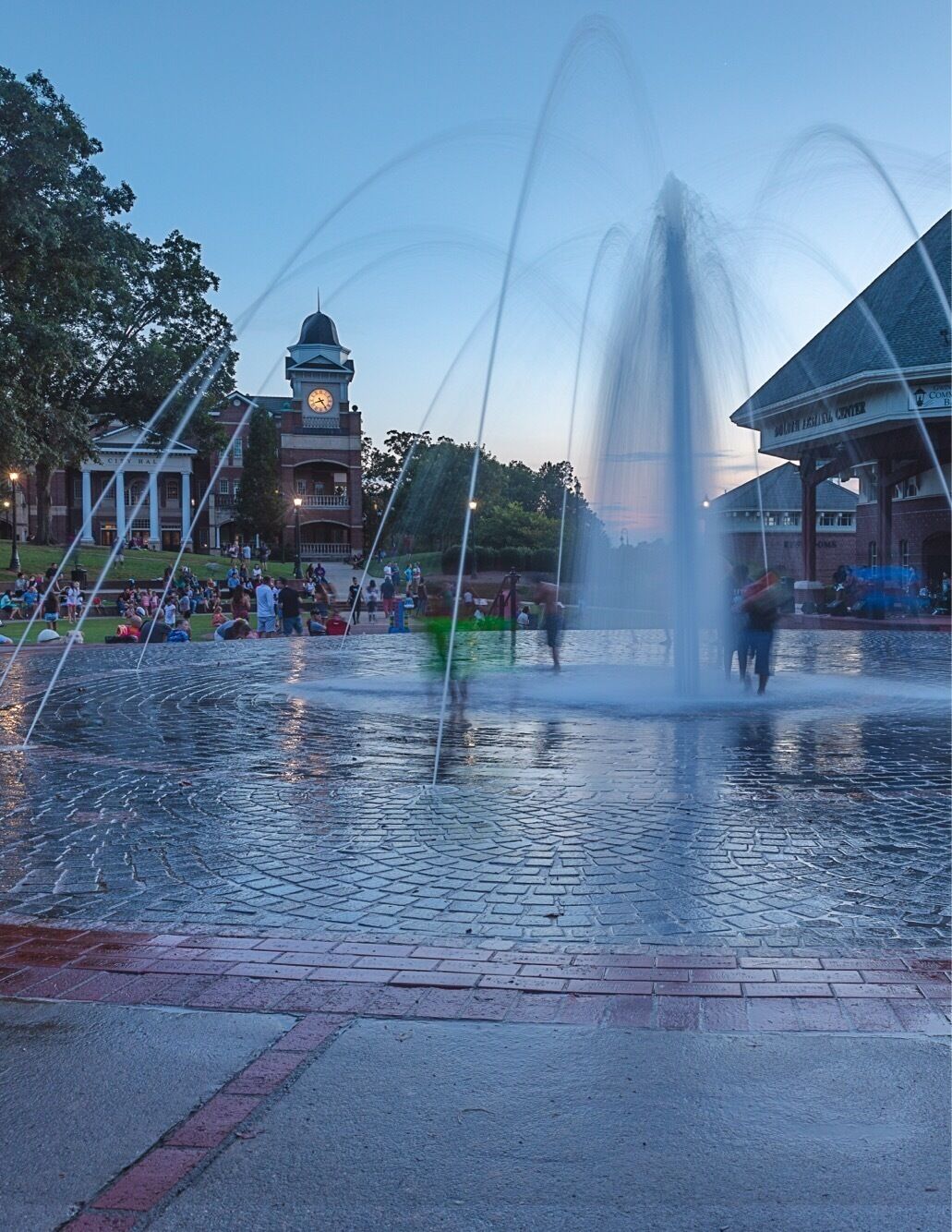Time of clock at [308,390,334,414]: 8:24
